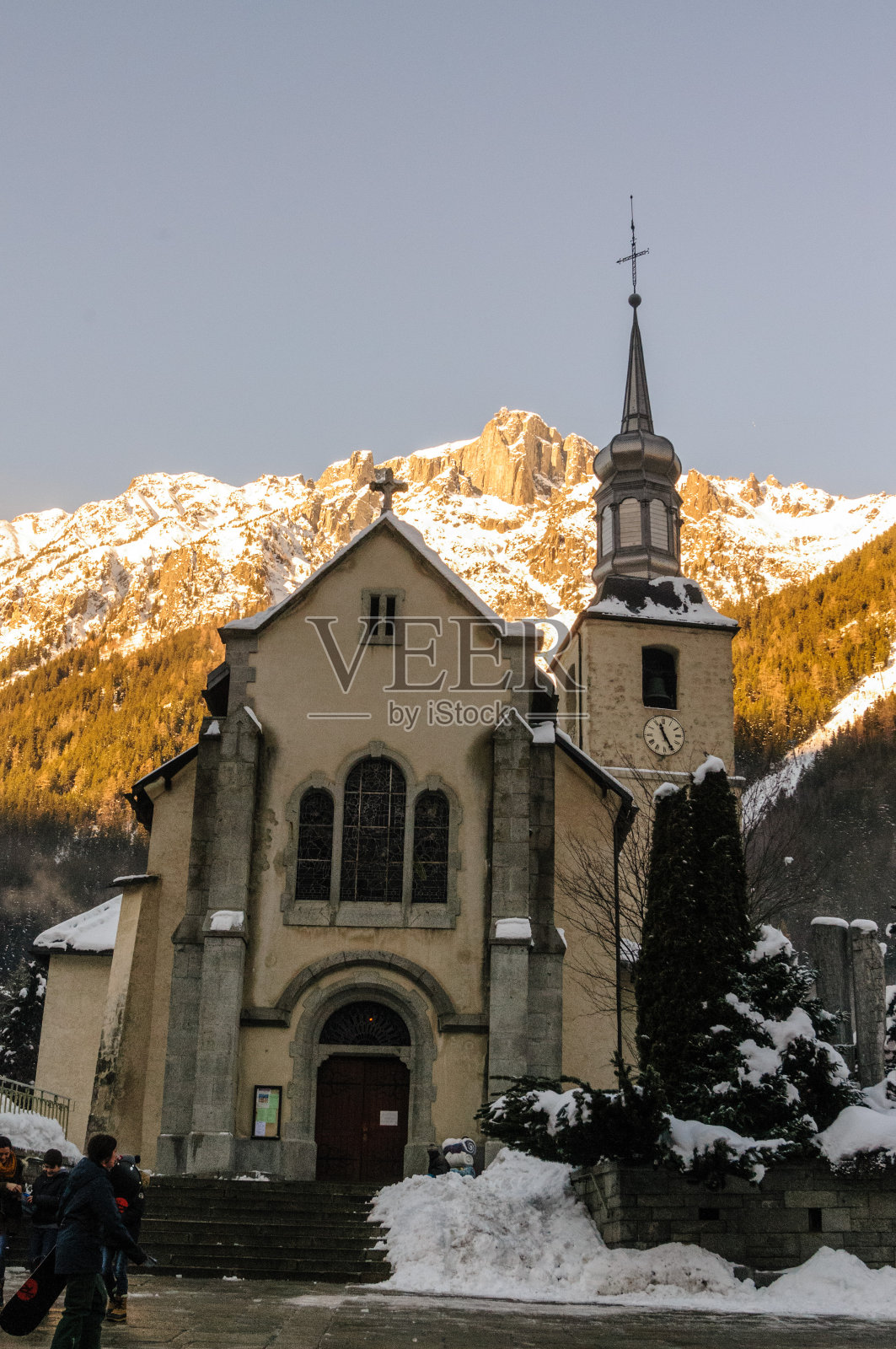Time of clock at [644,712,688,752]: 11:25
